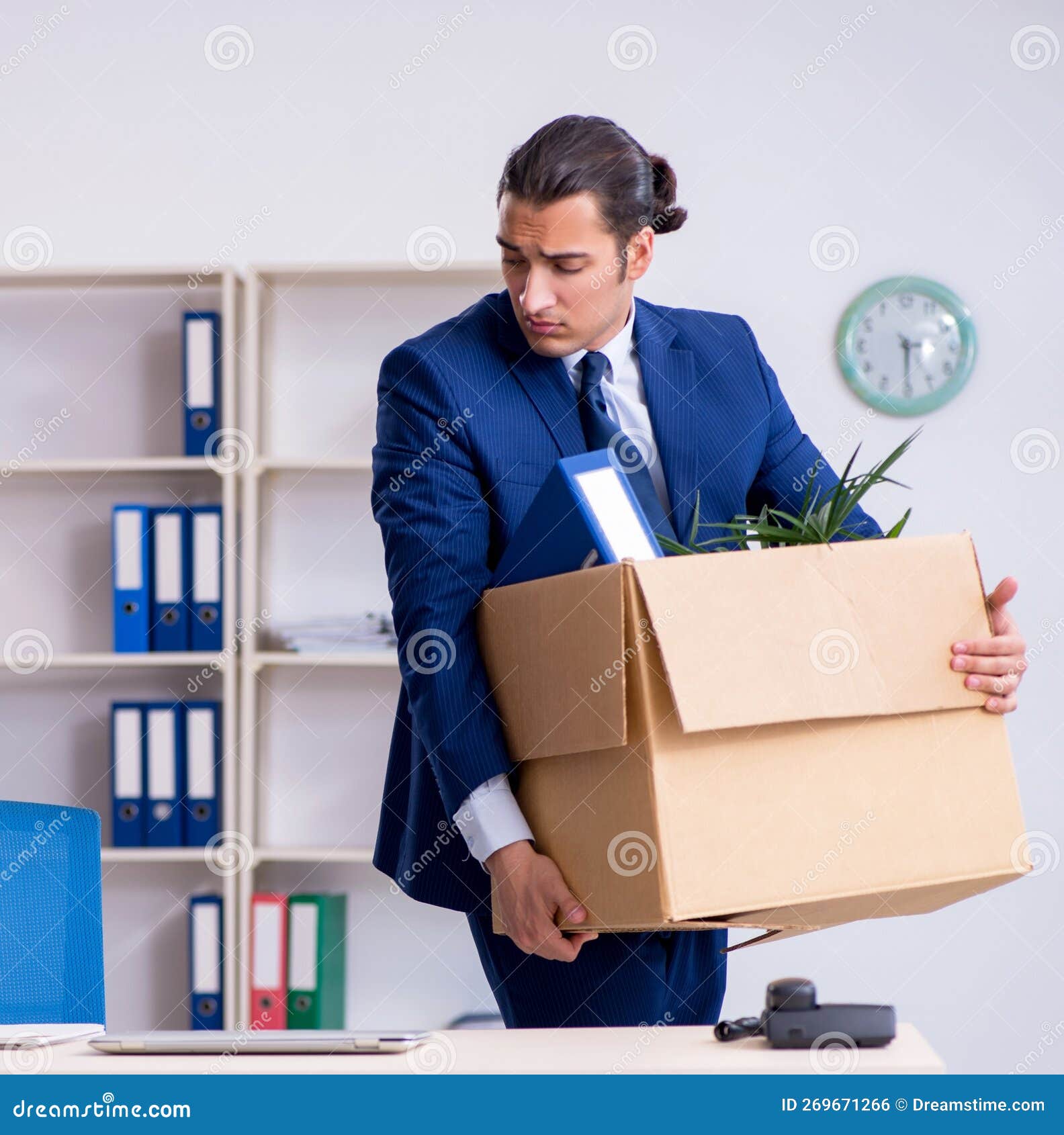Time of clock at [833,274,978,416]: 3:29
